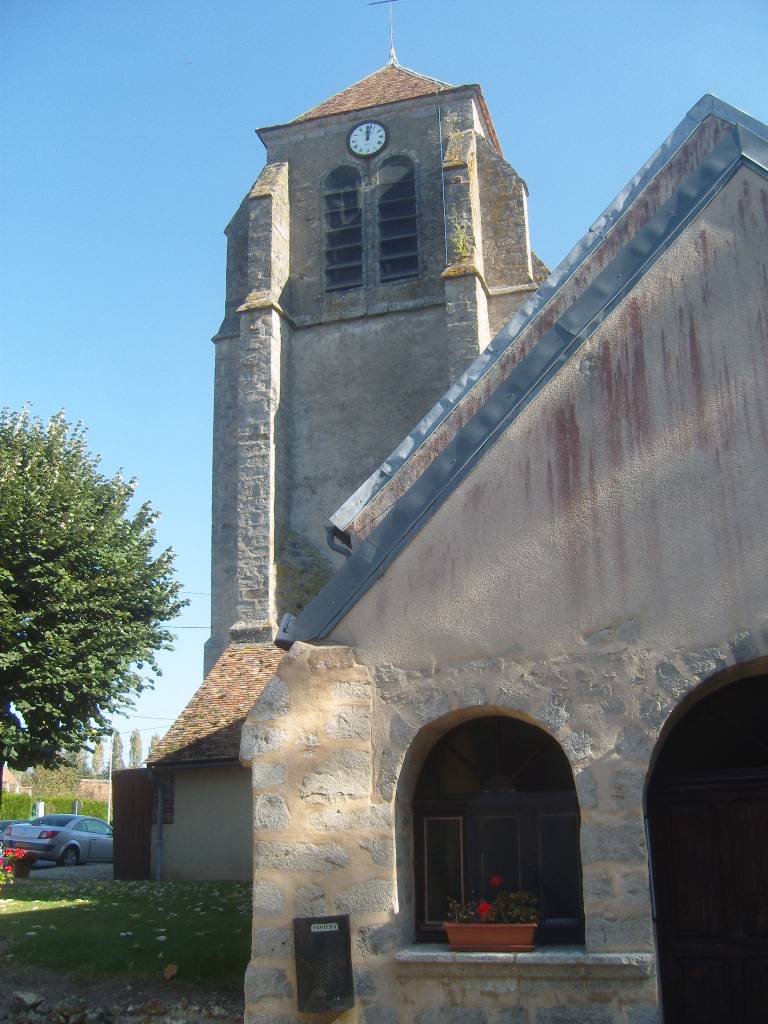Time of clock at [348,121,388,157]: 12:02
